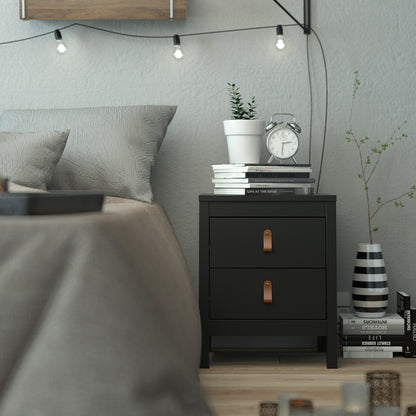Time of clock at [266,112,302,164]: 2:31
